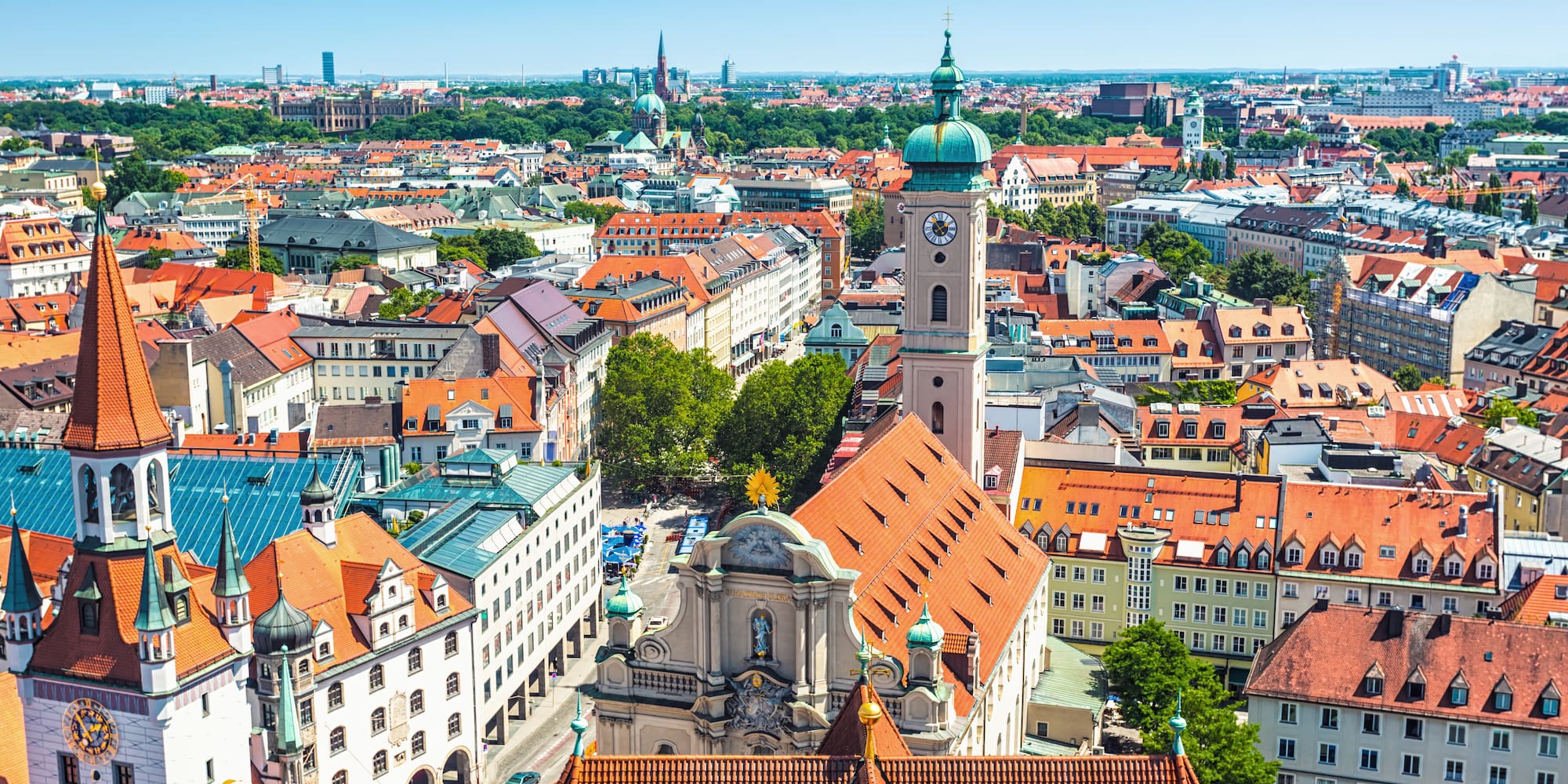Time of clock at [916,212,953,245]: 1:53
